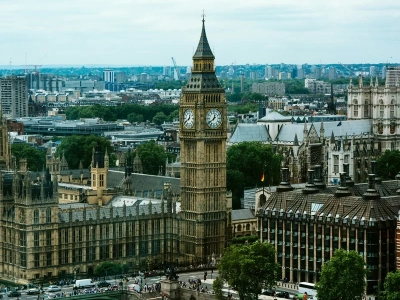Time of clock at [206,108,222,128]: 12:39
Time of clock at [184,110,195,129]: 12:39
